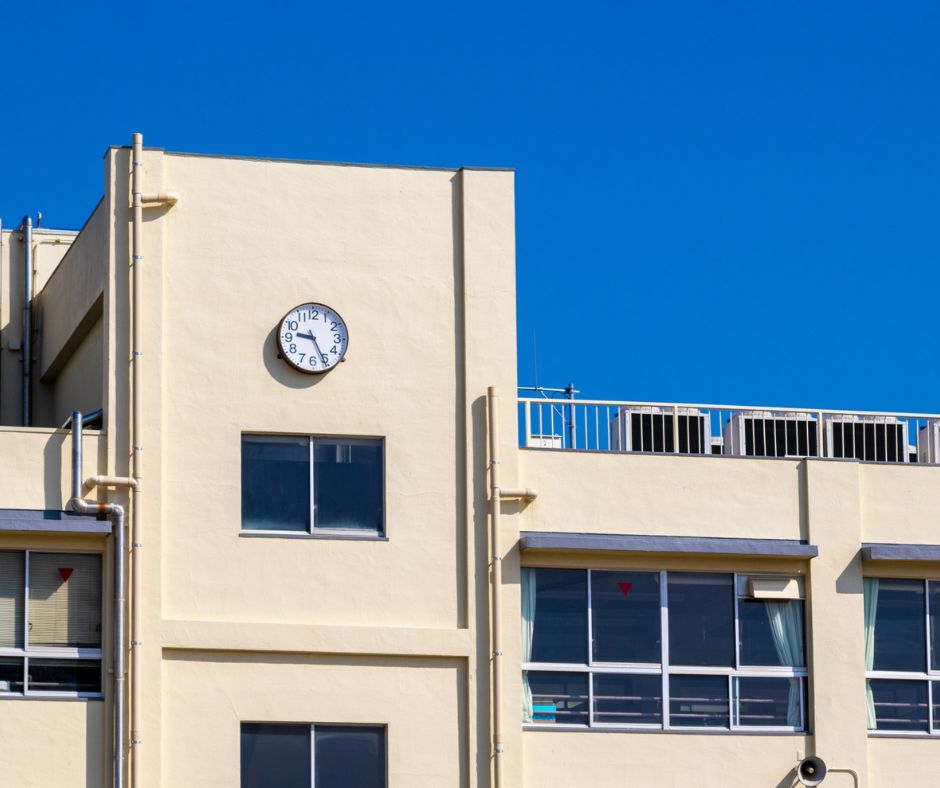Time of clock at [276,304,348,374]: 9:25
